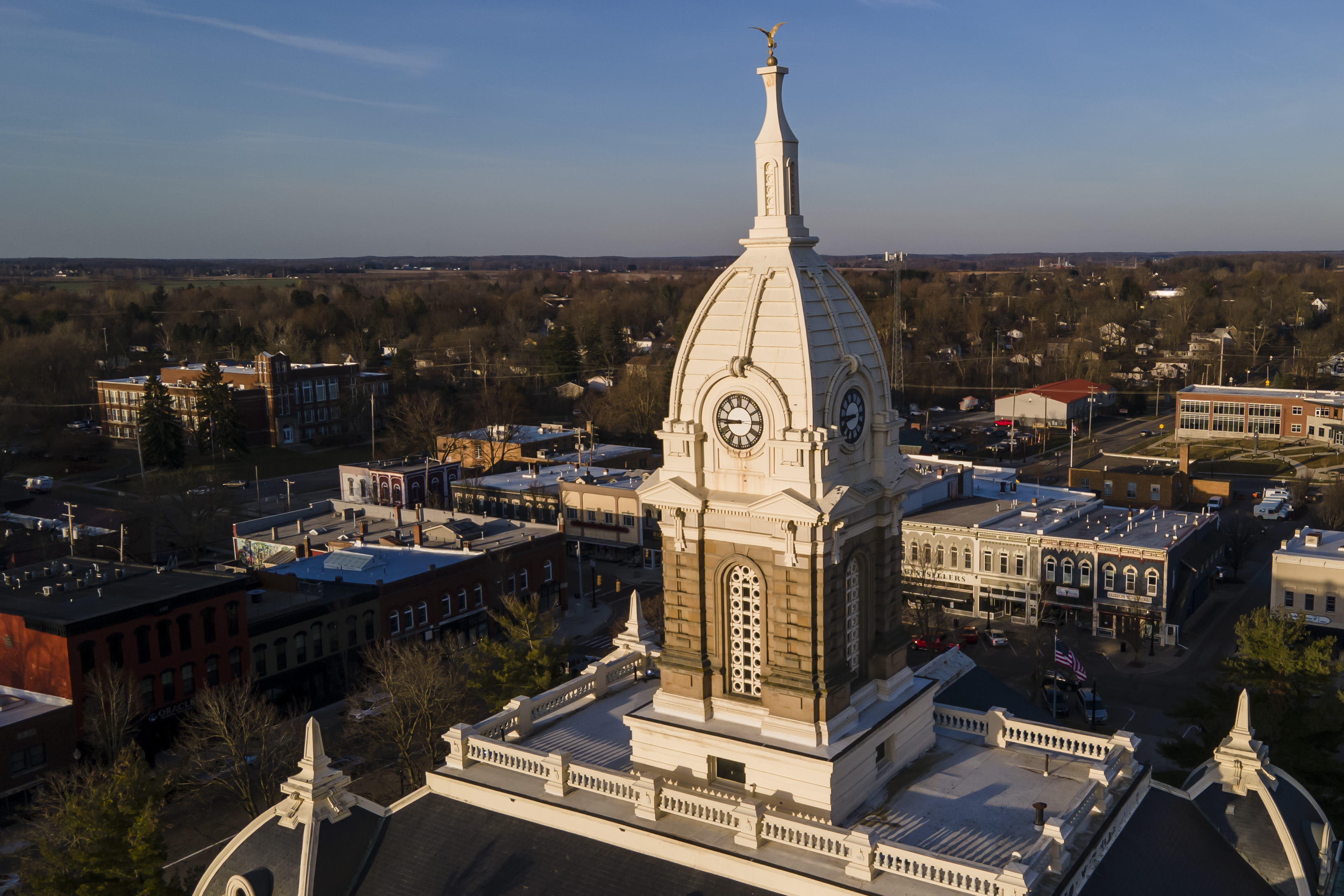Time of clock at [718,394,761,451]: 8:45
